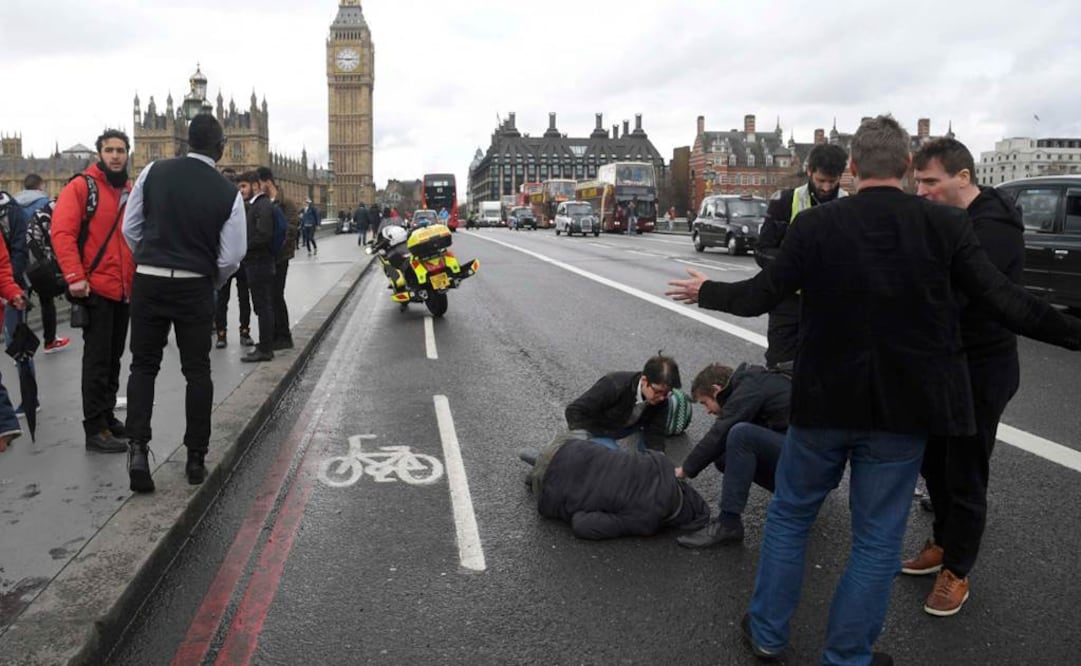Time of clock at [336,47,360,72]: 2:46
